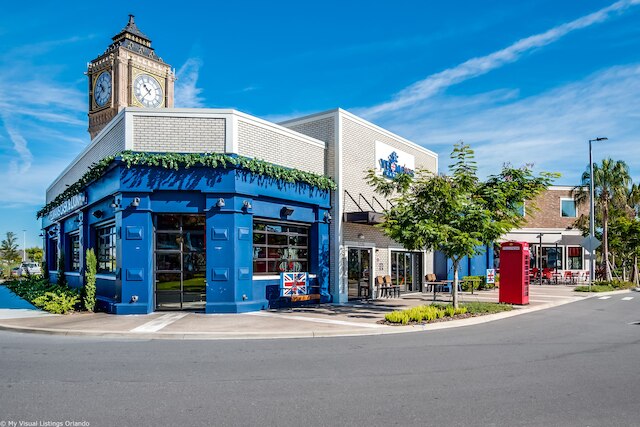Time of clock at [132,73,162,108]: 10:36
